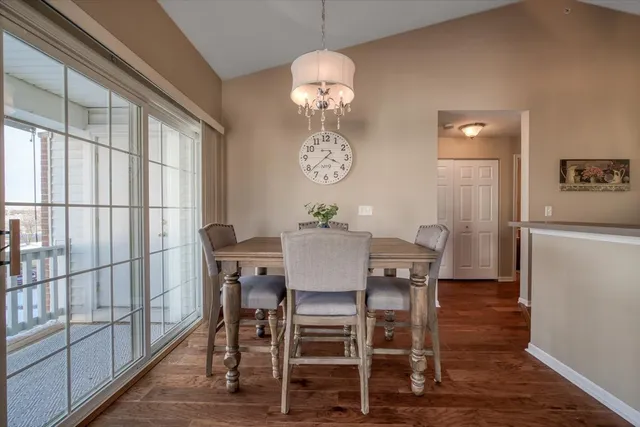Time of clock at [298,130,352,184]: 3:38
